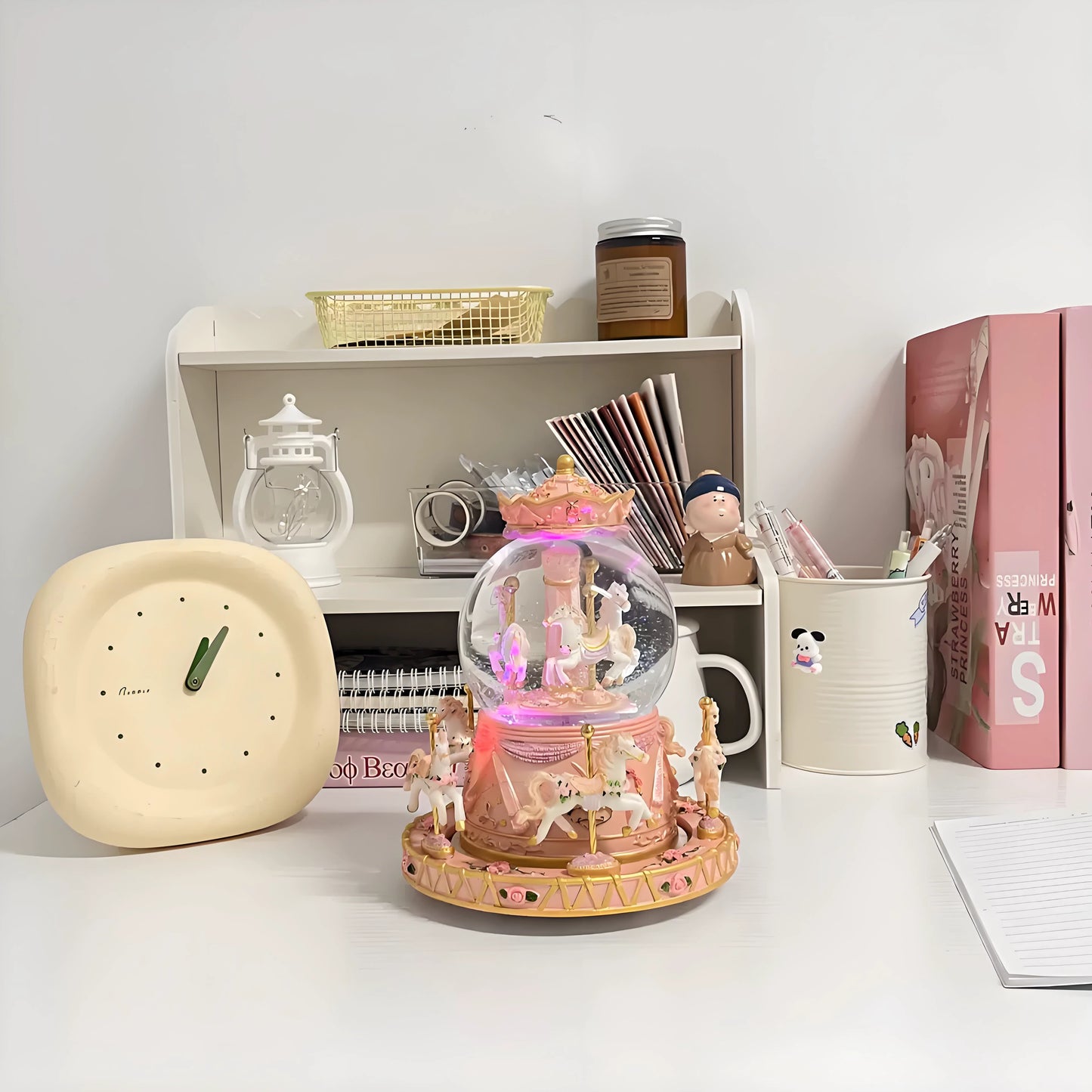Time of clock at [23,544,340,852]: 1:06
